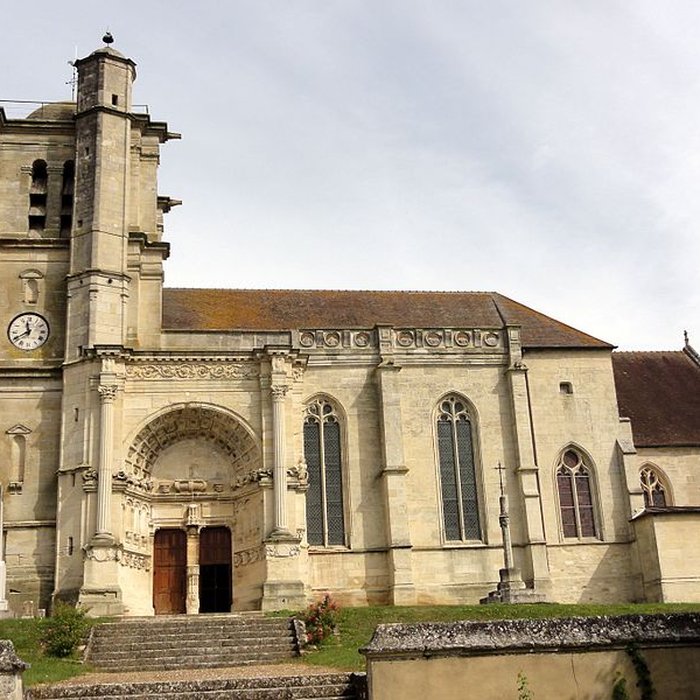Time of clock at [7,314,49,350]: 11:40
